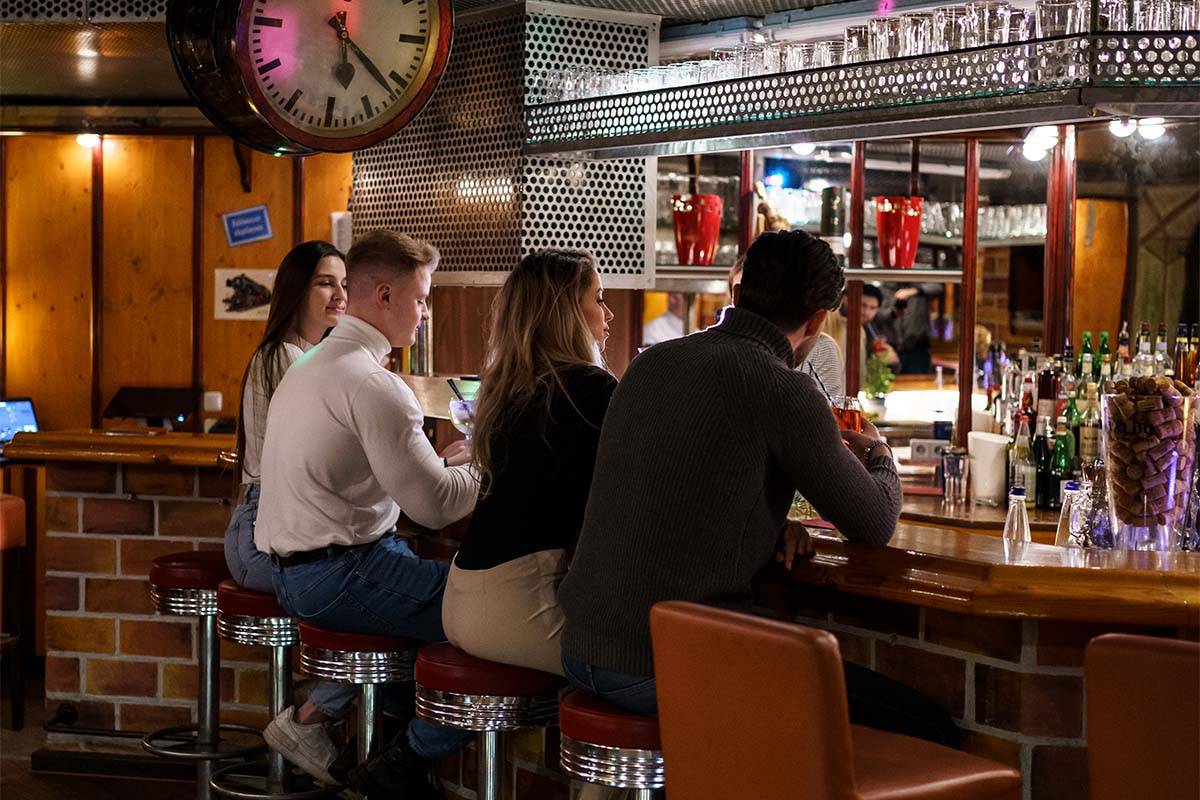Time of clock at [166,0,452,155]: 5:21
